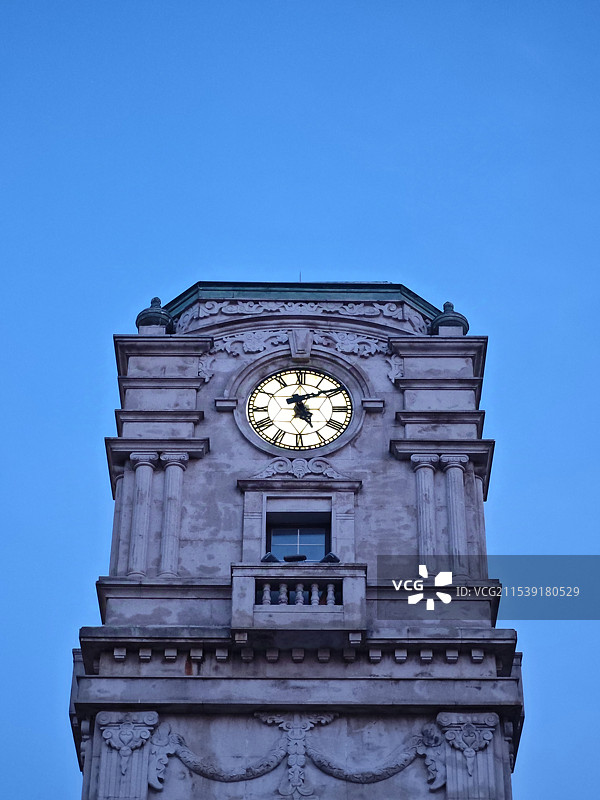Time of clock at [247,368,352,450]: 5:09
